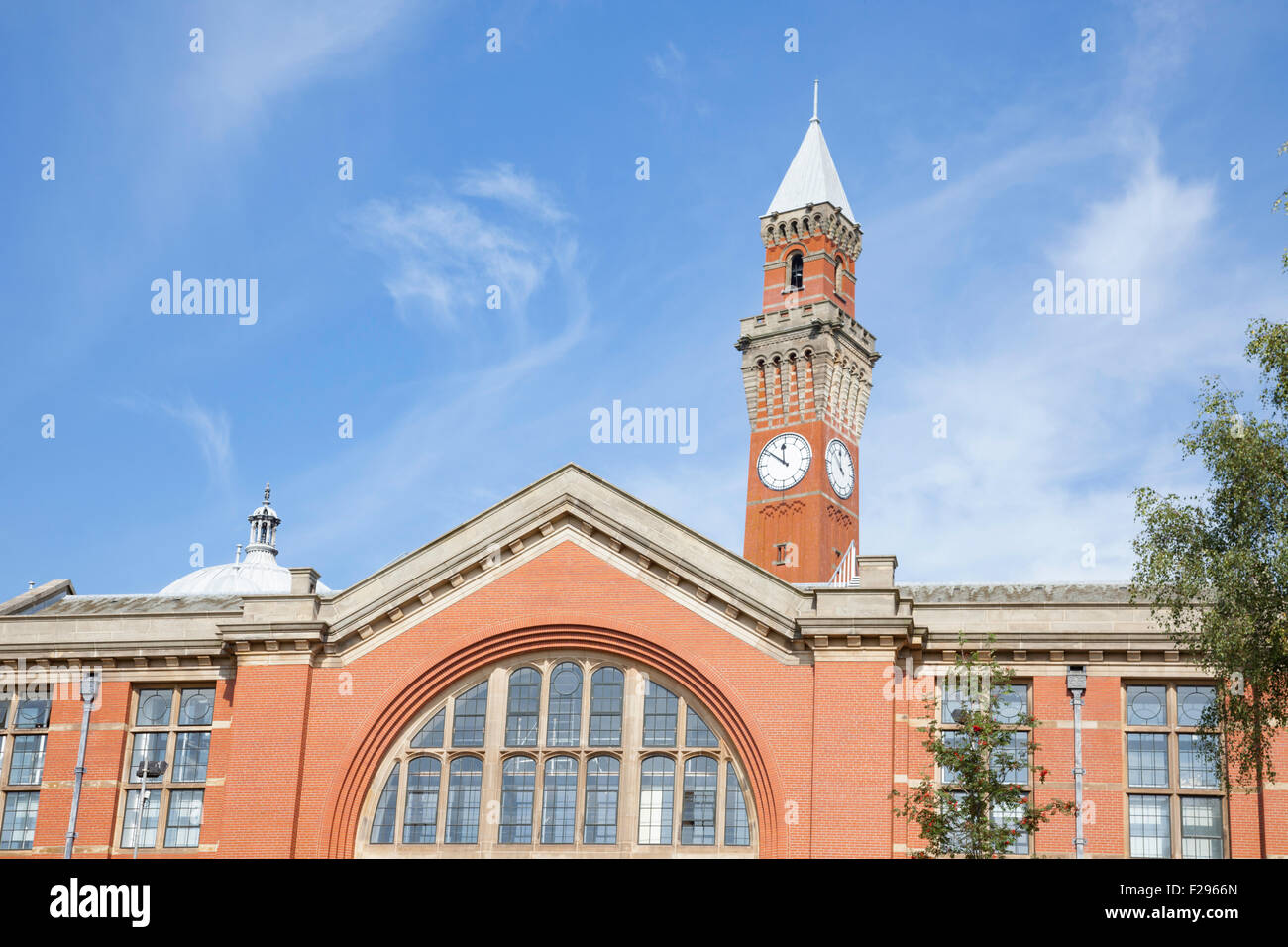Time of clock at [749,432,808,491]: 11:50
